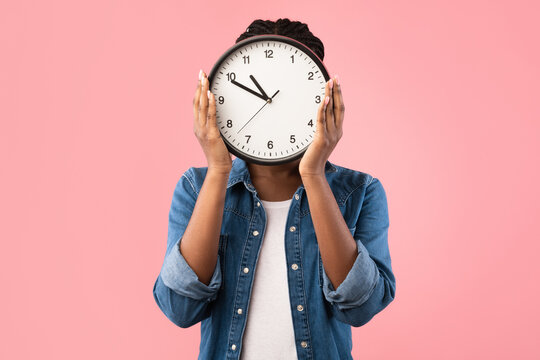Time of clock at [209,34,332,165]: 10:49
